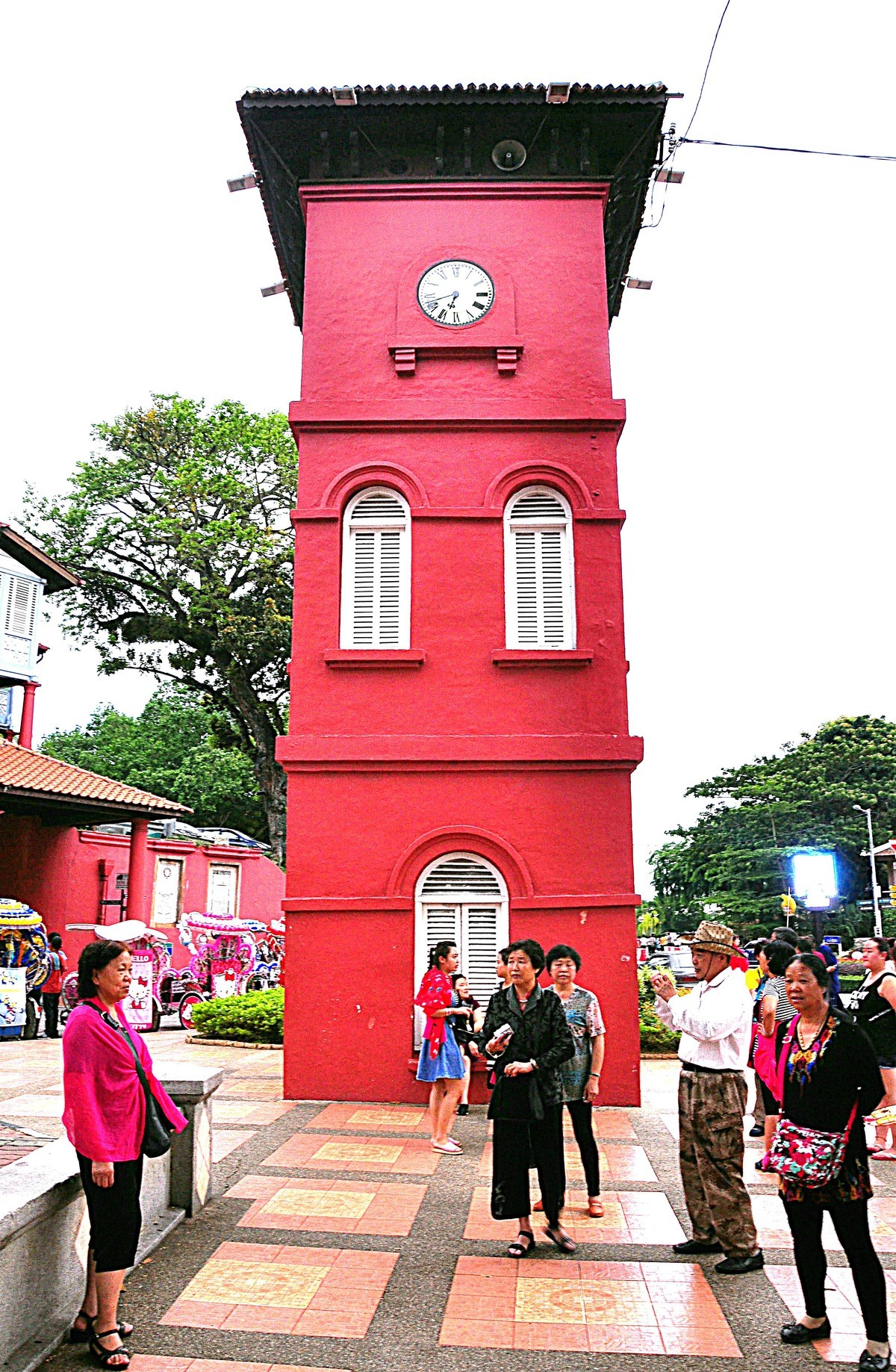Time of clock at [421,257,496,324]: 6:41
